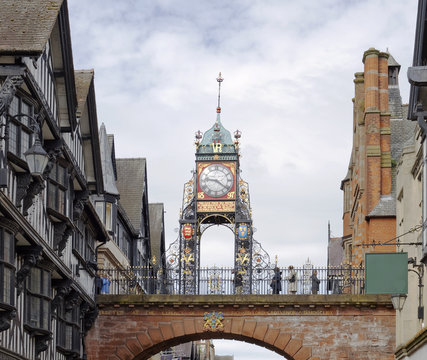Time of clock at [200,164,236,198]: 9:21
